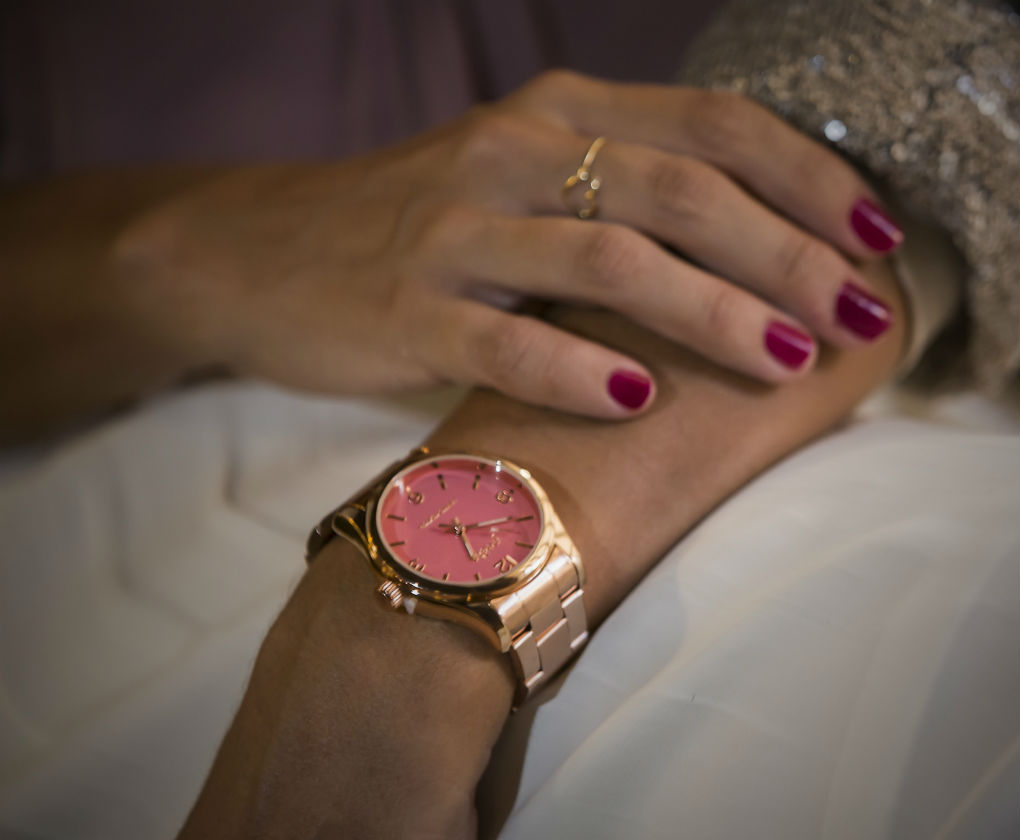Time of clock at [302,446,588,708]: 5:14
